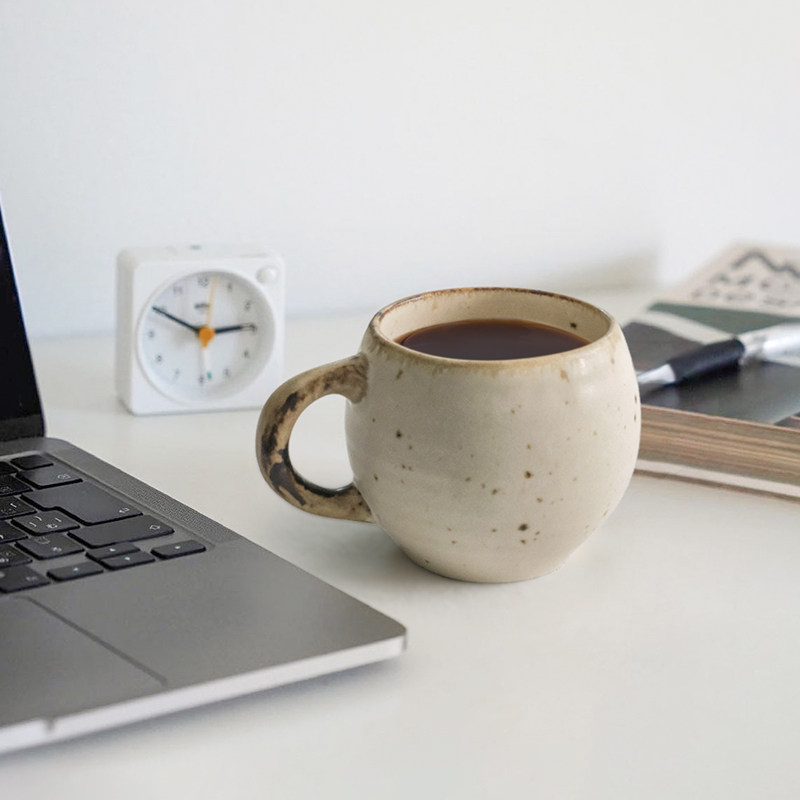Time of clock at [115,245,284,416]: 2:49
